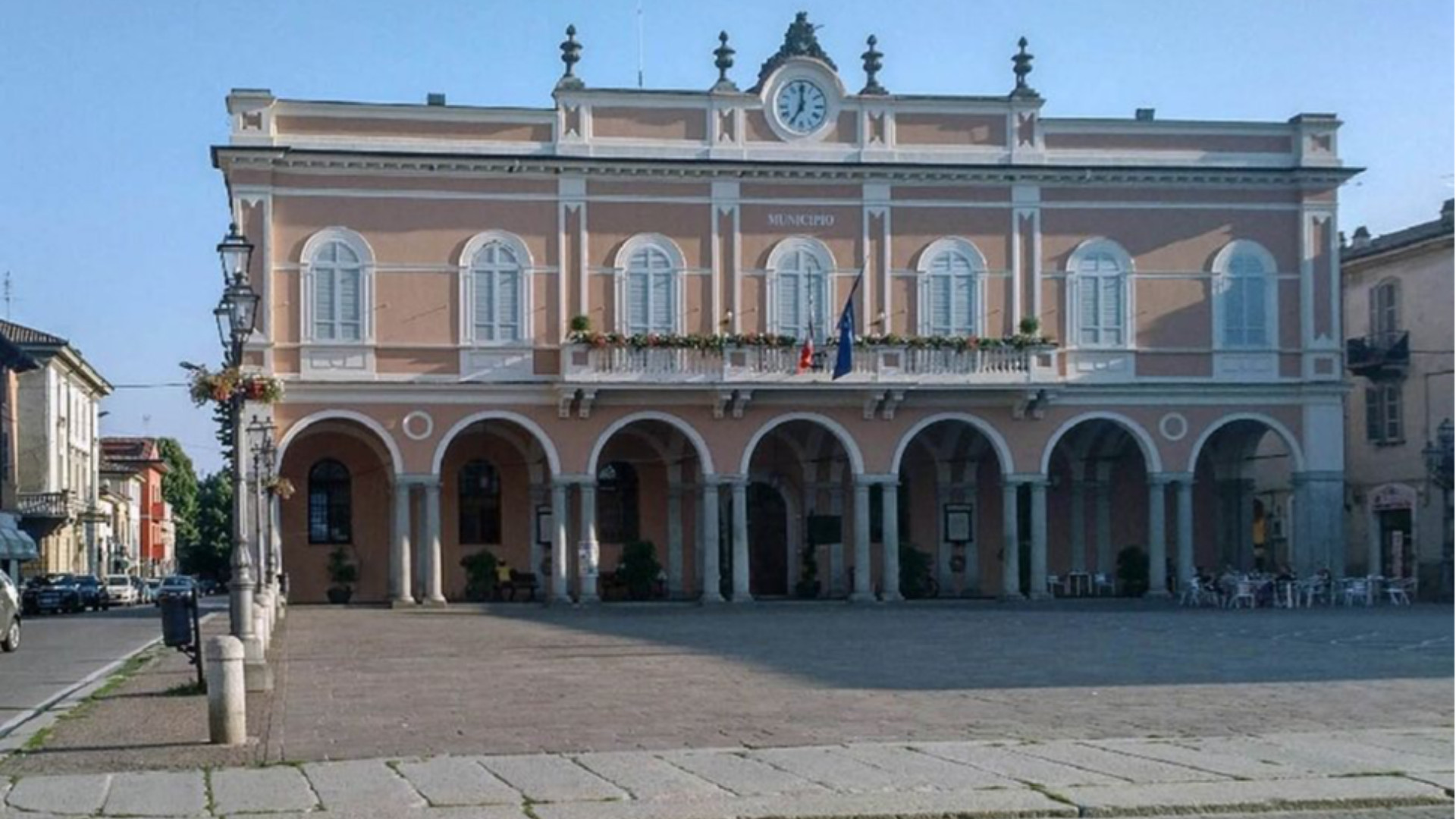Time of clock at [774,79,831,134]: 7:00
